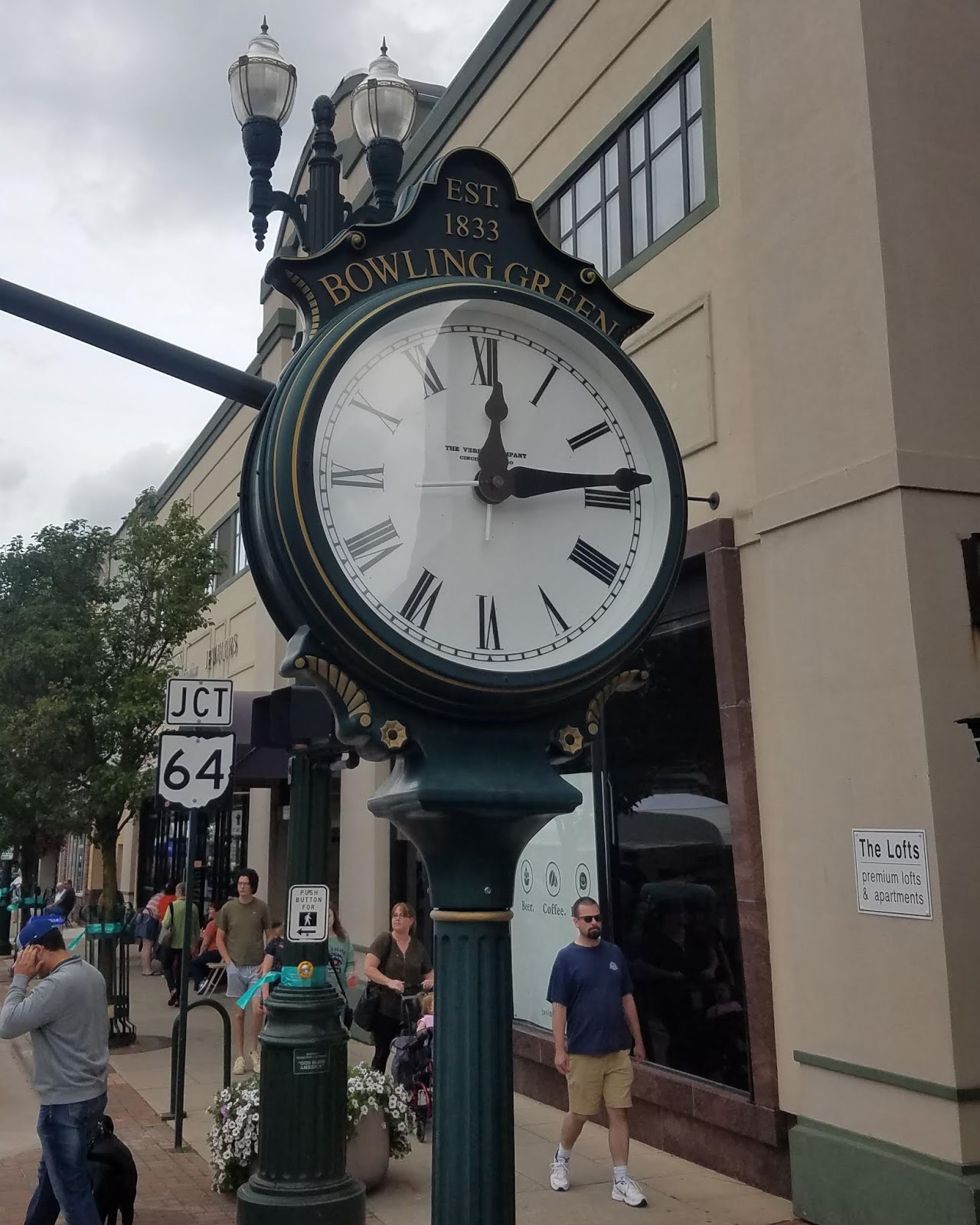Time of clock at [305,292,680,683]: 12:13
